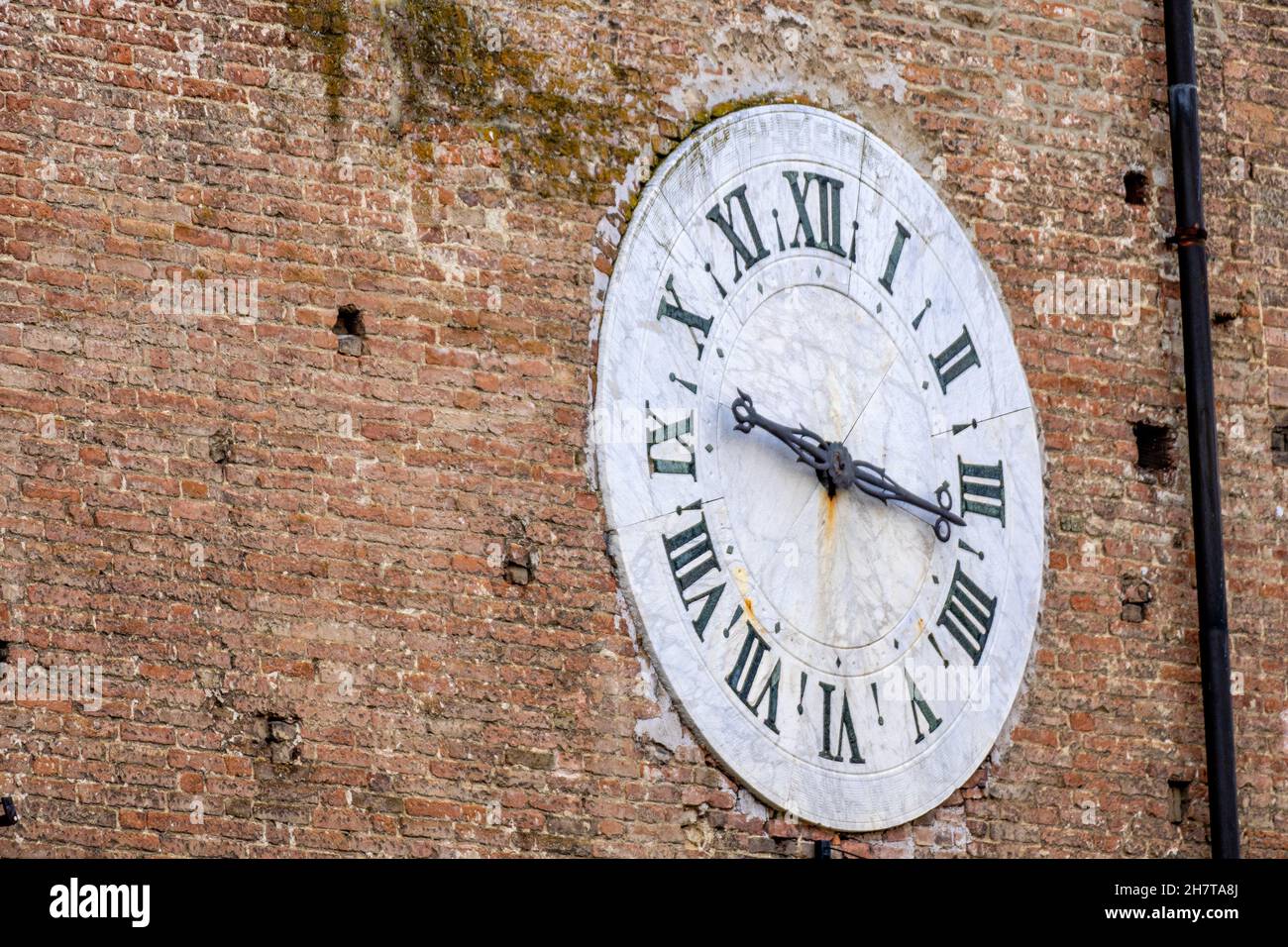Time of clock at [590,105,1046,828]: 9:16
